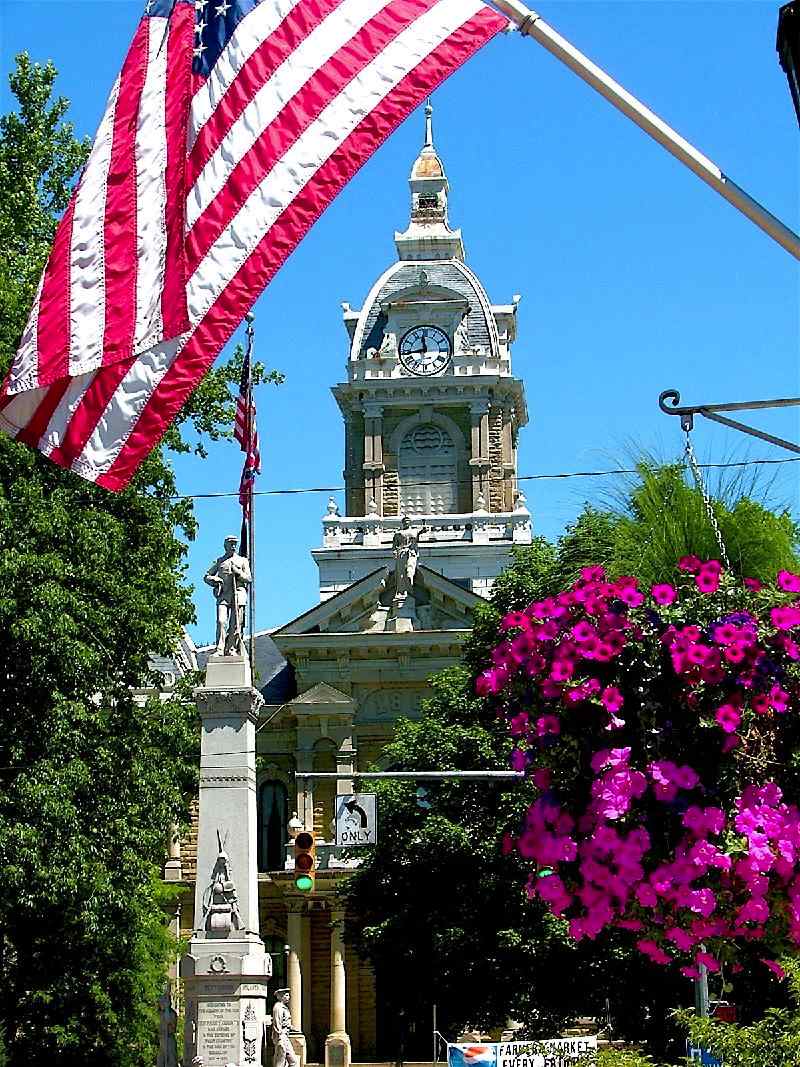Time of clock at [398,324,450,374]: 11:43
